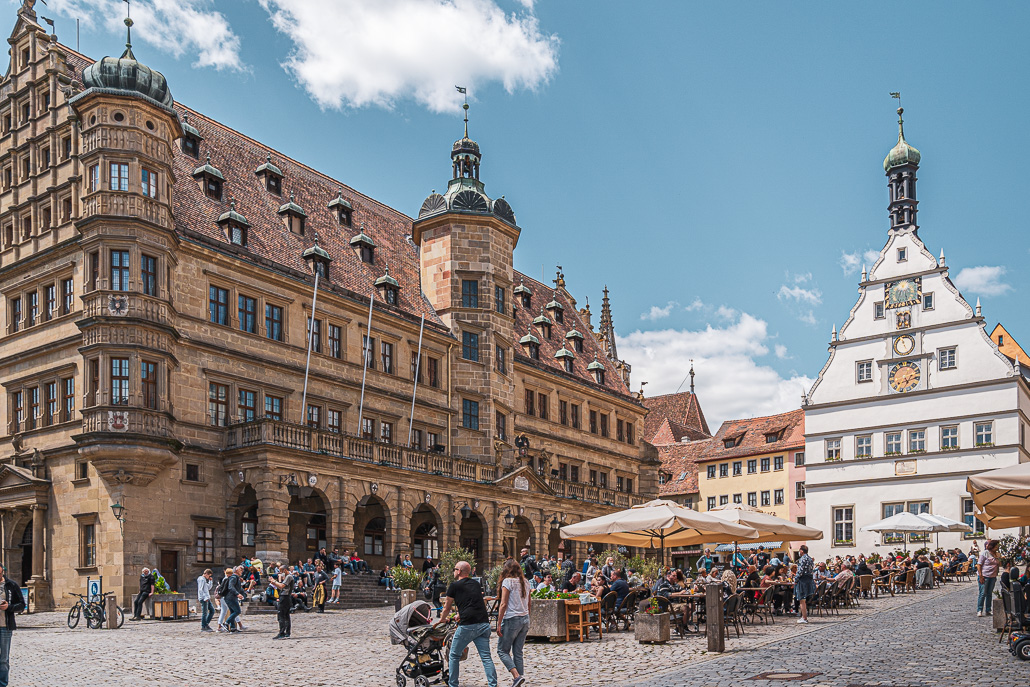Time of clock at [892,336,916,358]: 11:25
